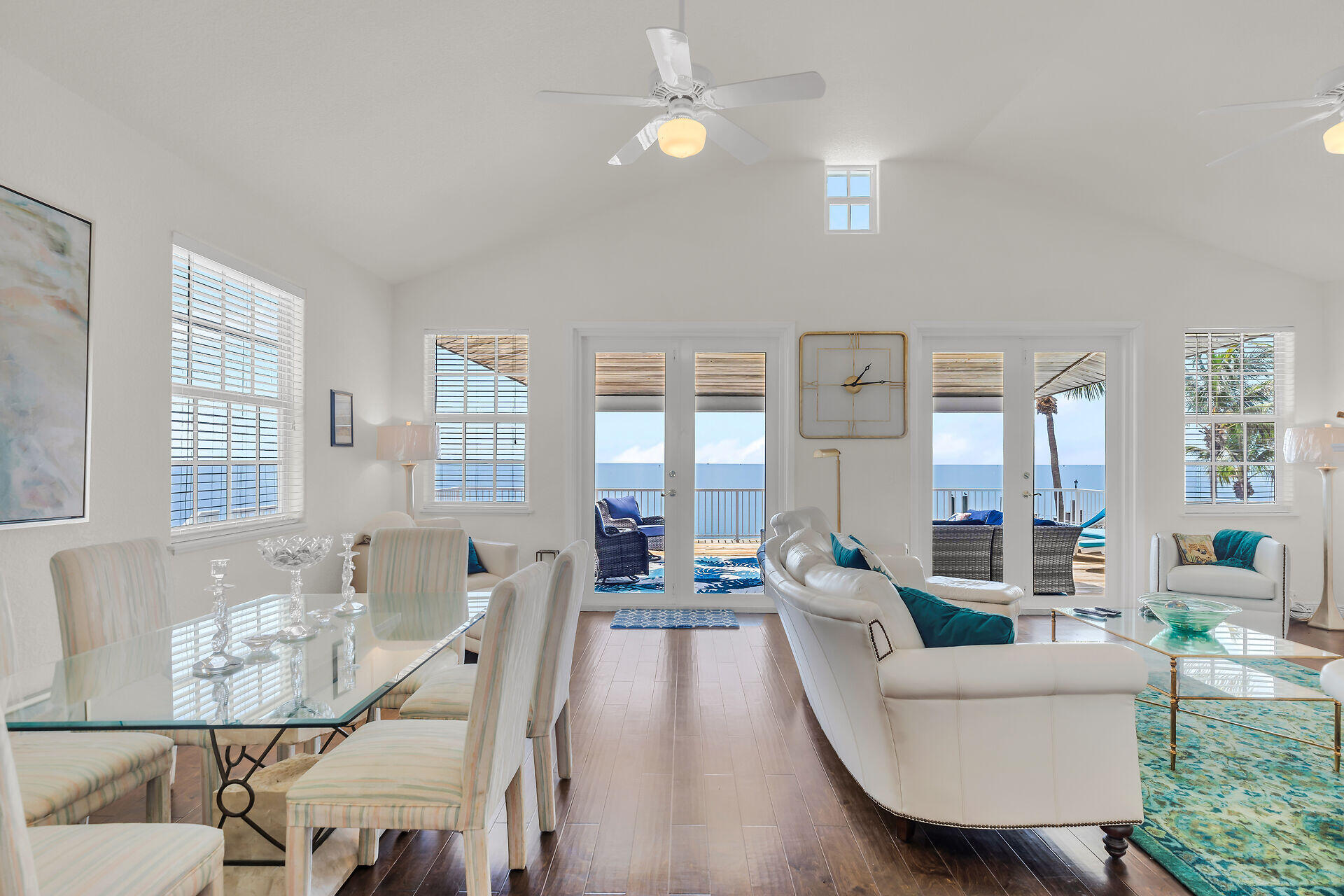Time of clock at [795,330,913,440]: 1:14
